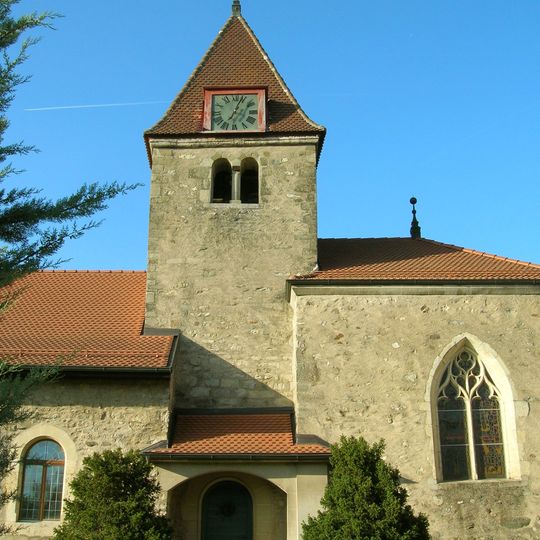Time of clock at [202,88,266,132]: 7:03
